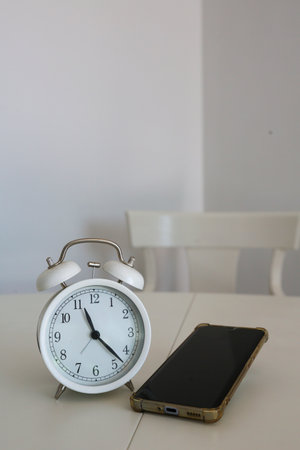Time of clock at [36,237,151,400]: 11:22
